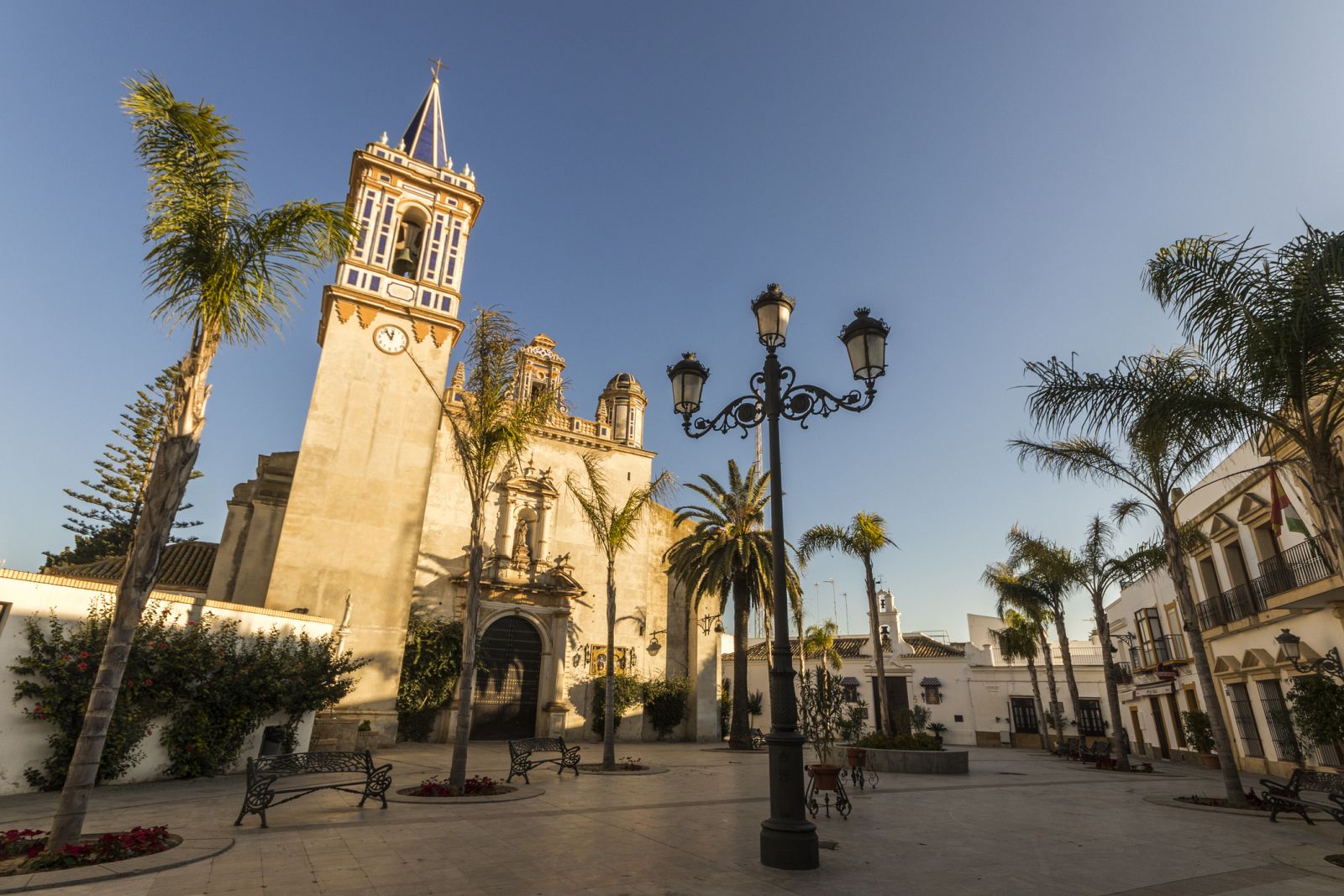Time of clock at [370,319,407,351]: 11:53
